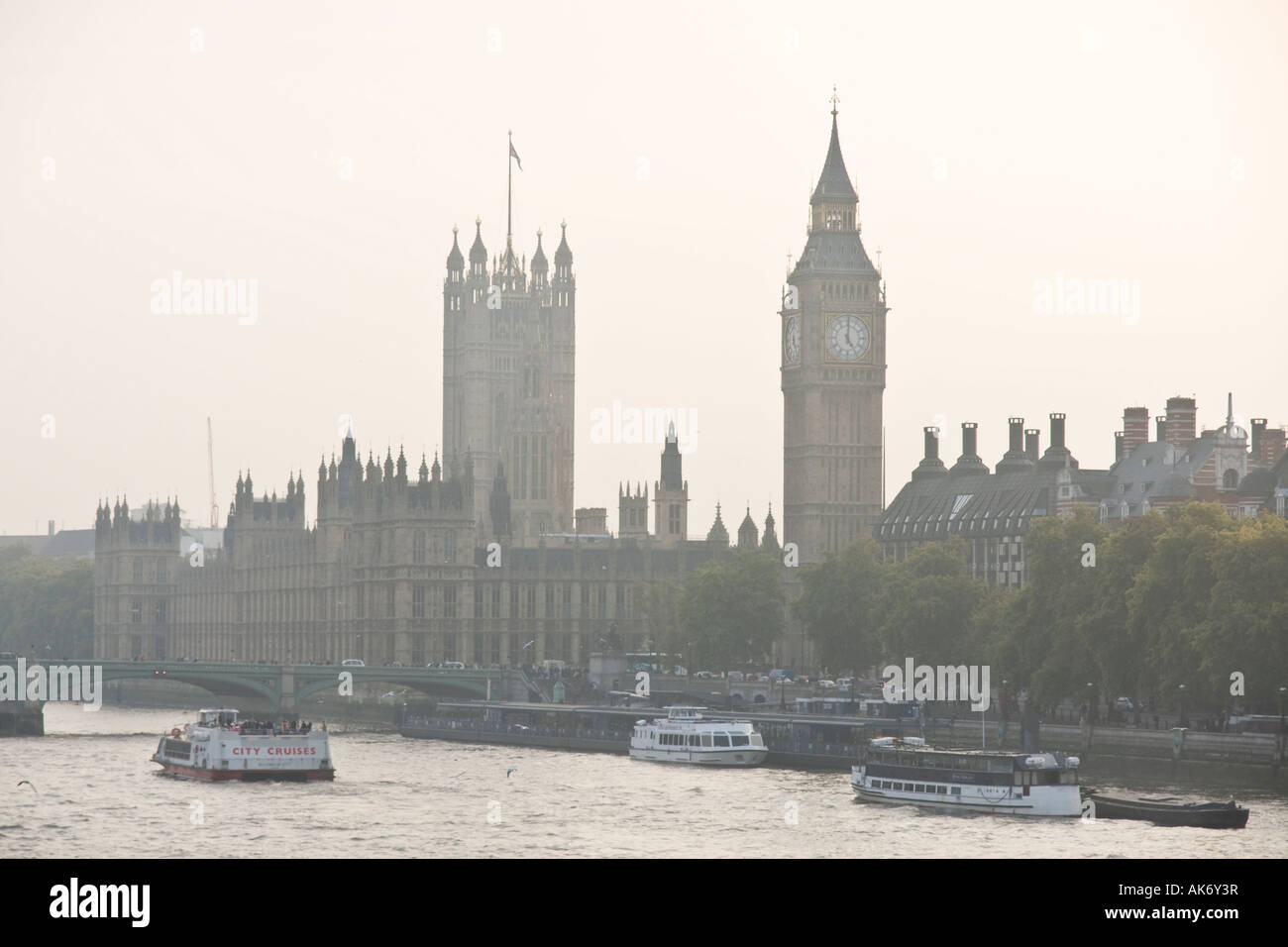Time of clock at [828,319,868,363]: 5:00
